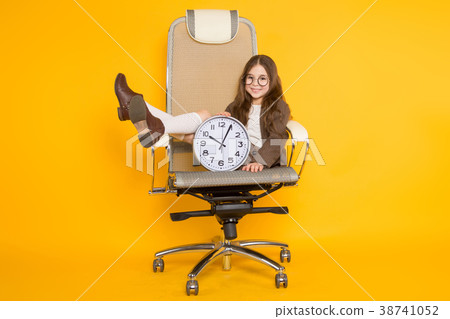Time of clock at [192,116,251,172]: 10:04
